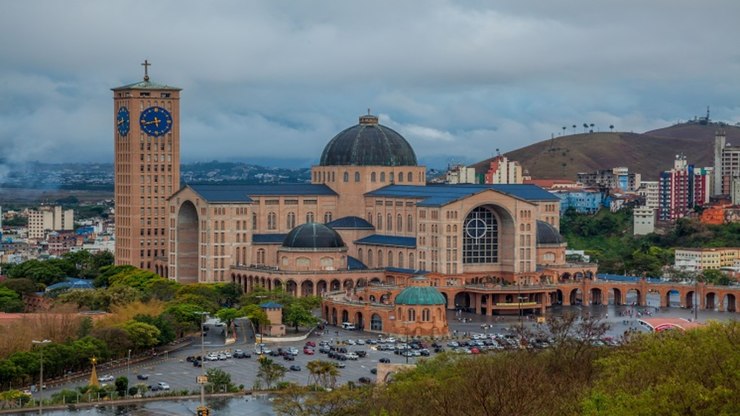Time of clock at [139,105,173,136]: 5:42
